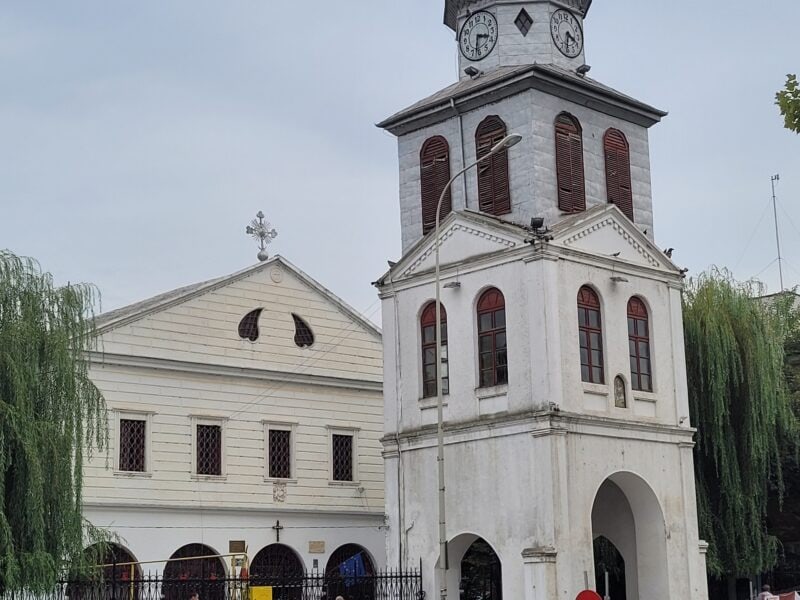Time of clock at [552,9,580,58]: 3:32
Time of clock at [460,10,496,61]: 3:32
